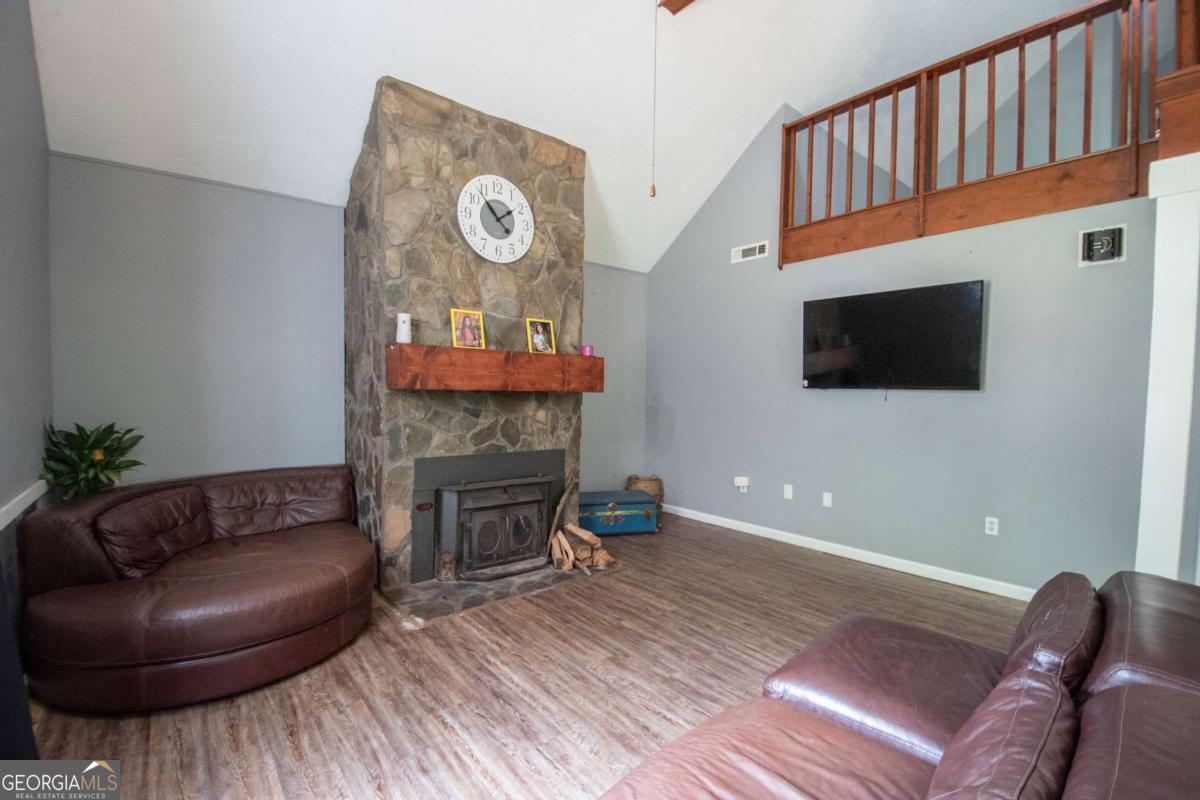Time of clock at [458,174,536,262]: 1:53
